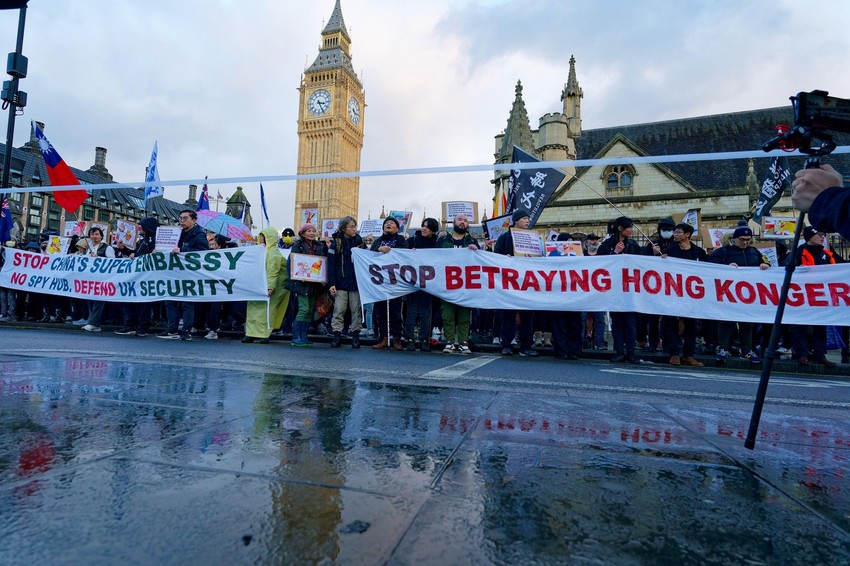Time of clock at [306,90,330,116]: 3:25
